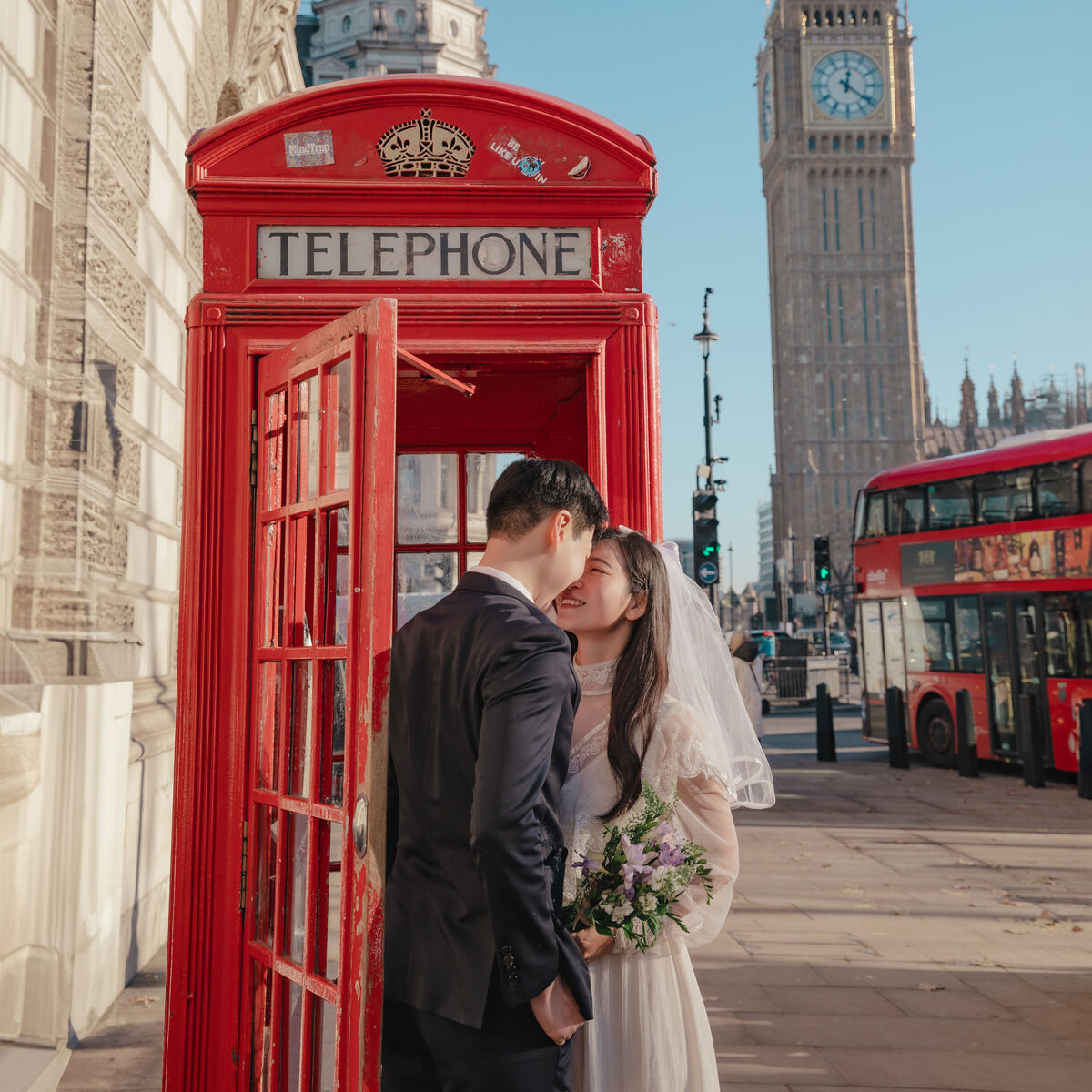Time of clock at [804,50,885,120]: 12:21
